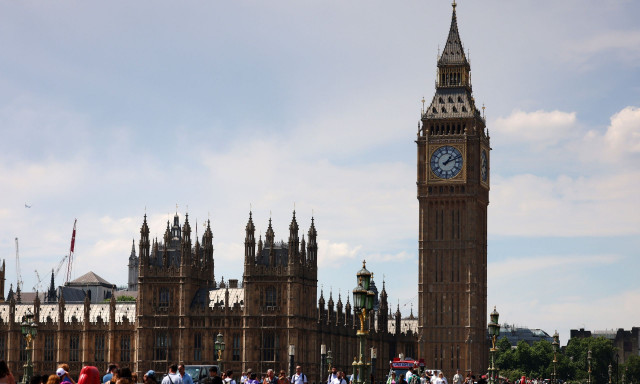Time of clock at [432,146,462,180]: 1:11
